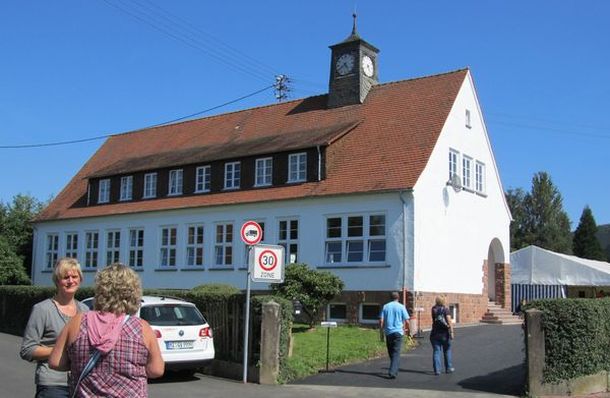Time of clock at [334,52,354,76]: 4:39
